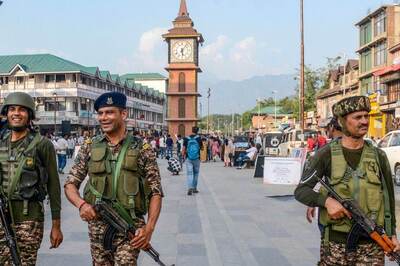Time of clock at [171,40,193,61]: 6:06
